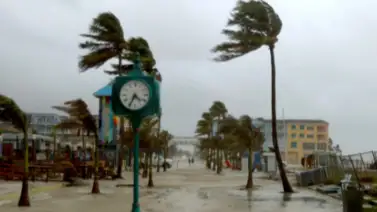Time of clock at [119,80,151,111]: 4:34
